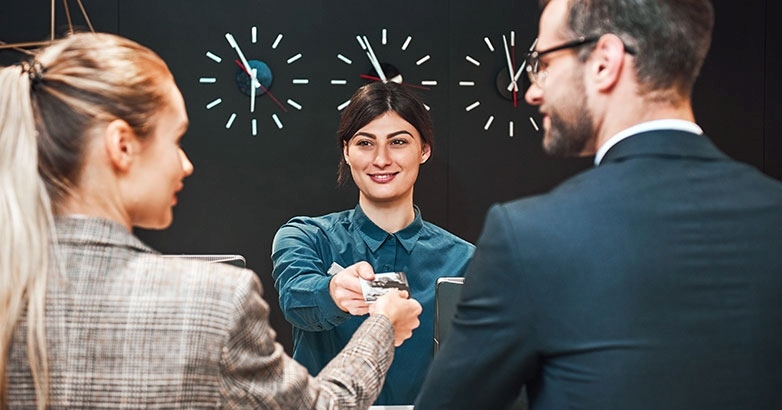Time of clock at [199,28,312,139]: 5:55
